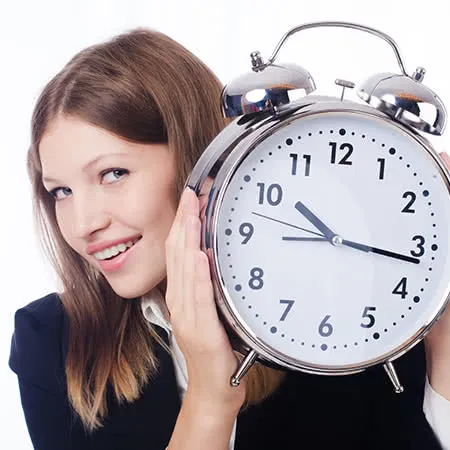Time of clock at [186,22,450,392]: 10:16
